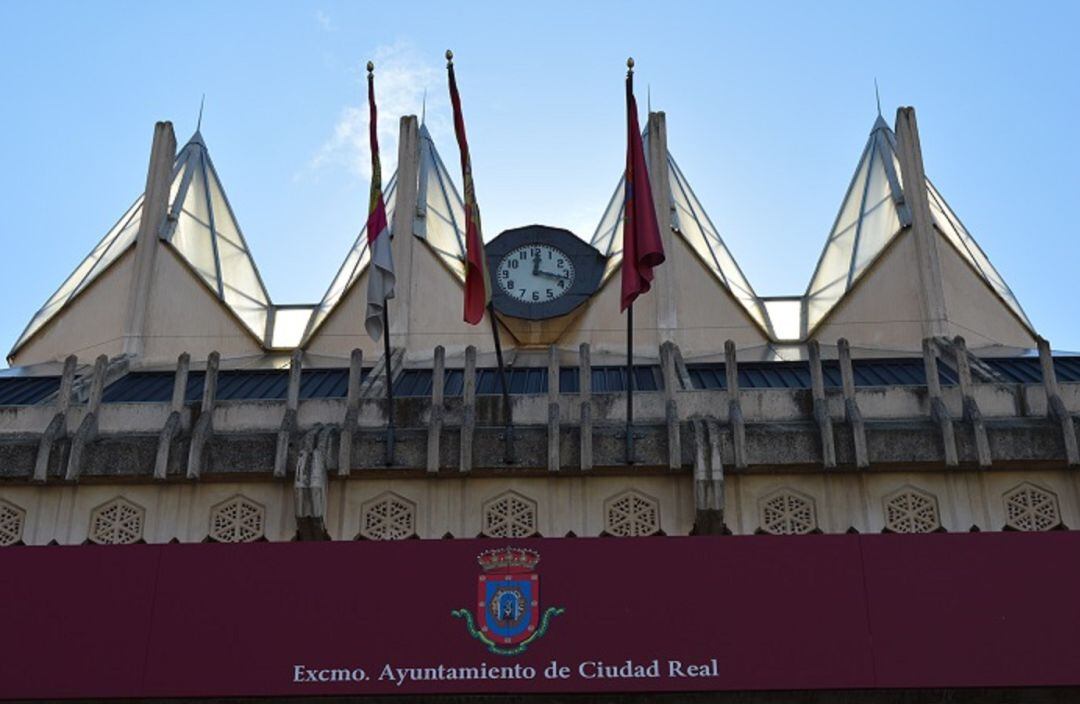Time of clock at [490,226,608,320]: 12:17
